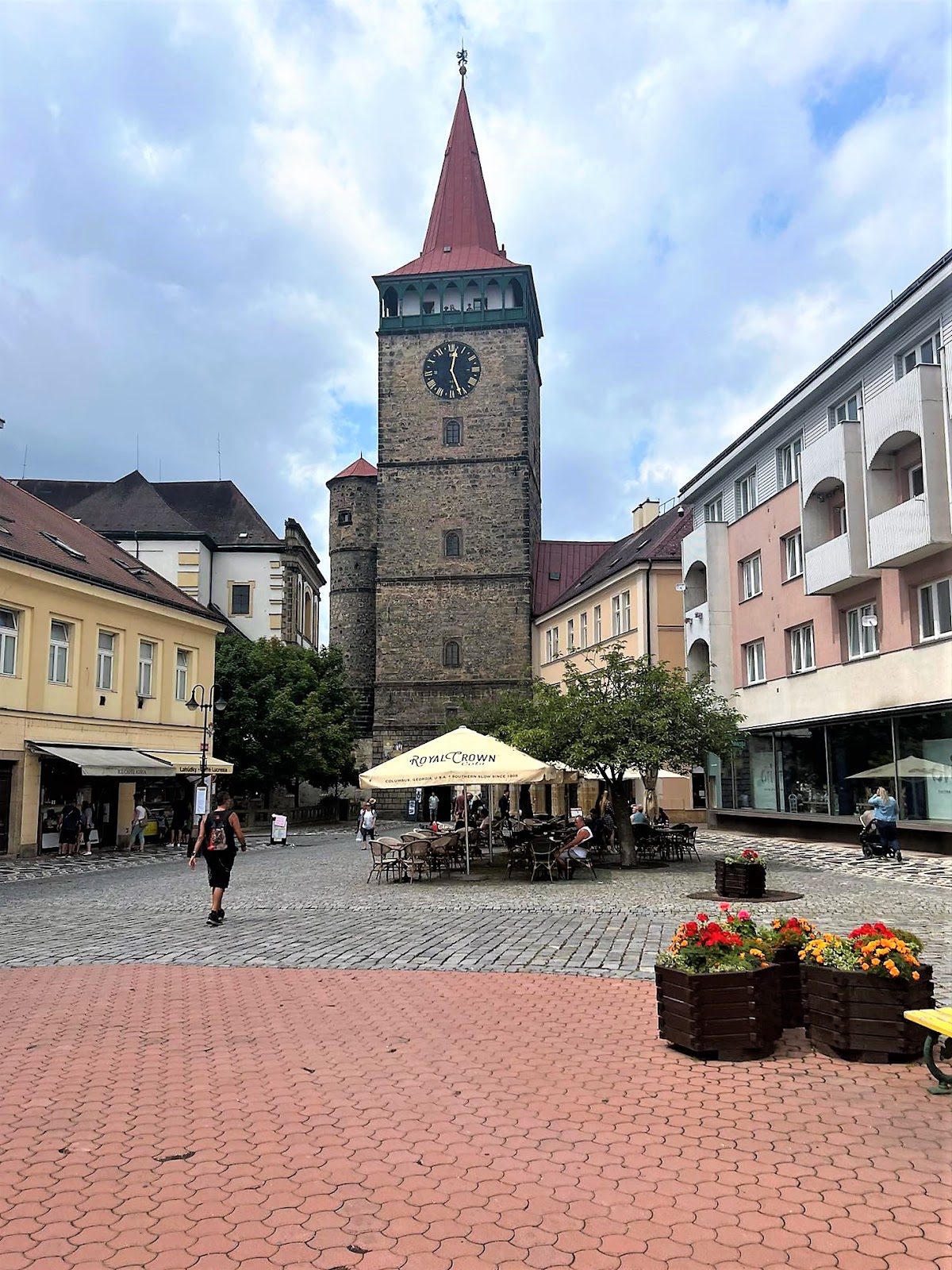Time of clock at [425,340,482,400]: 12:26
